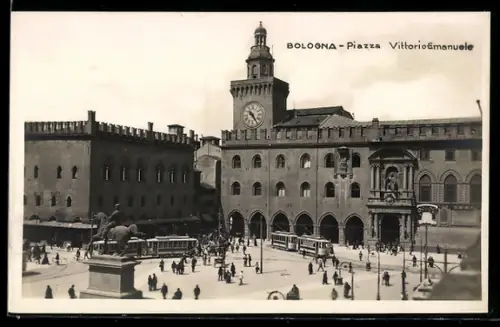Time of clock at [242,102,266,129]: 10:24
